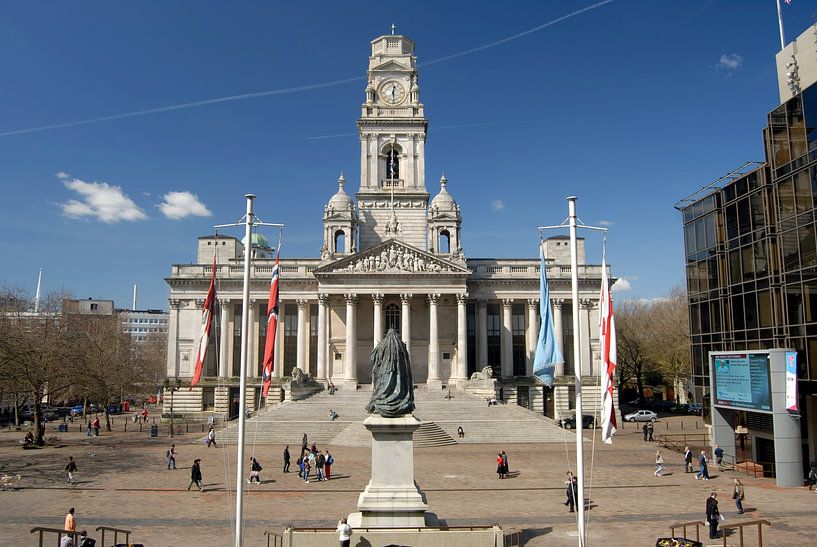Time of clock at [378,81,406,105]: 12:28
